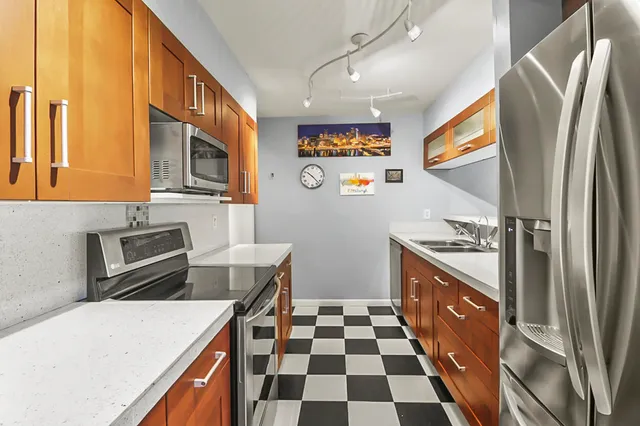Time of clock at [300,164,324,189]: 10:22
